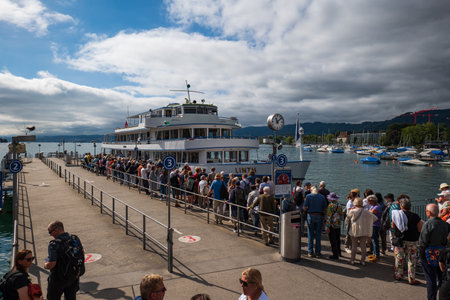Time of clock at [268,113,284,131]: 11:07
